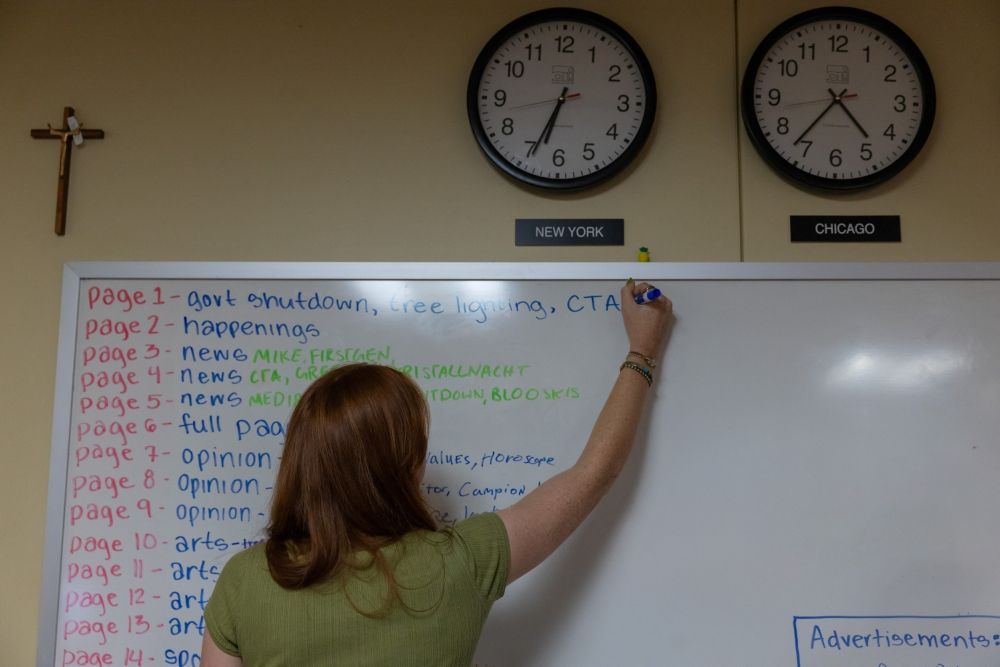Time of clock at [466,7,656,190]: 6:34
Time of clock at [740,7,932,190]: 4:36
